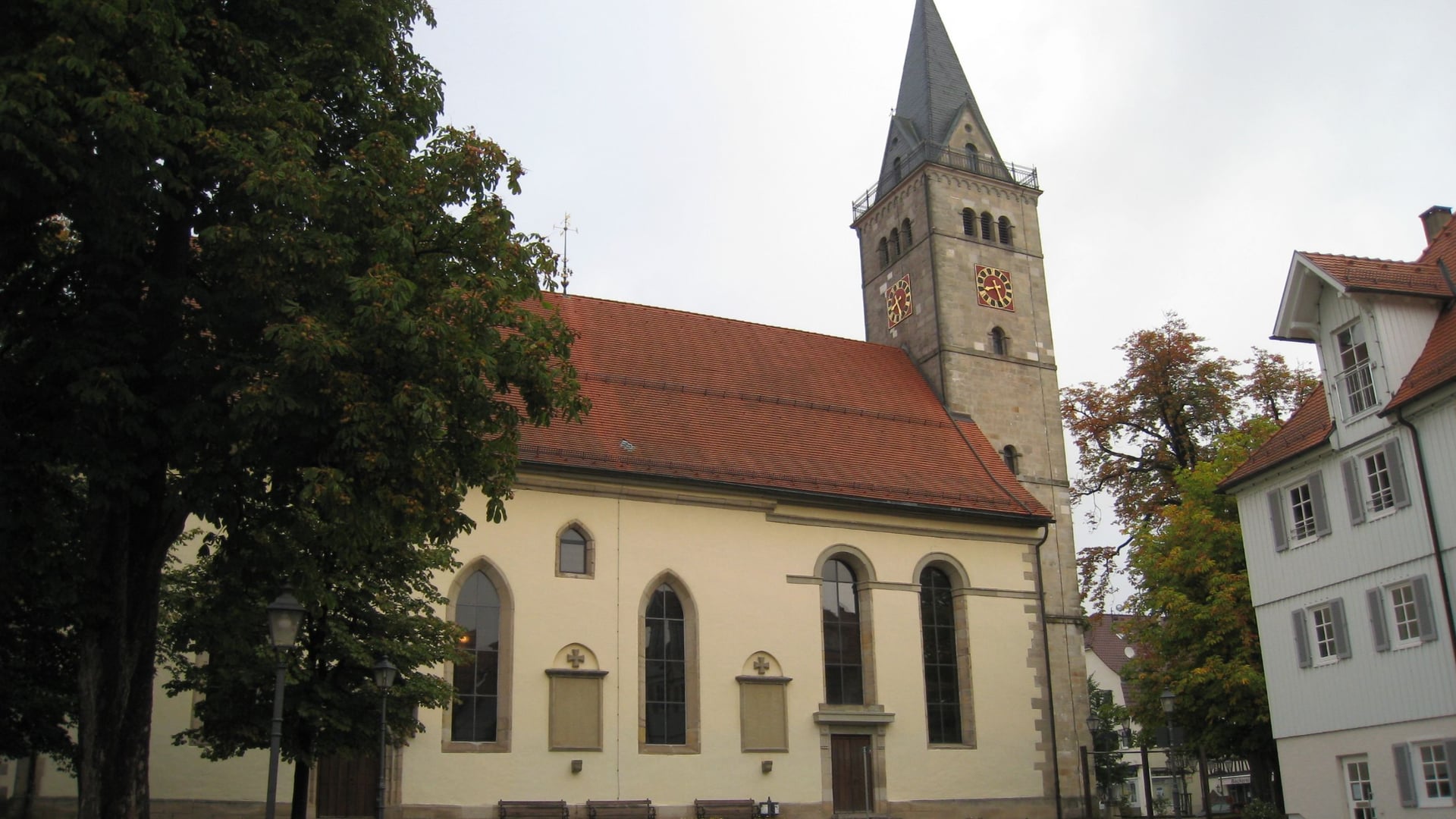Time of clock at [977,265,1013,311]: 8:26
